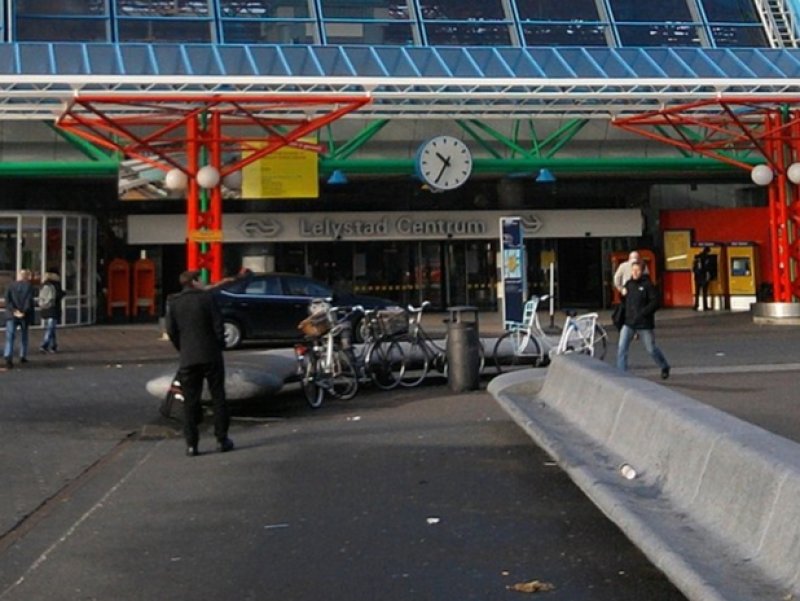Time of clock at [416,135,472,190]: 10:34
